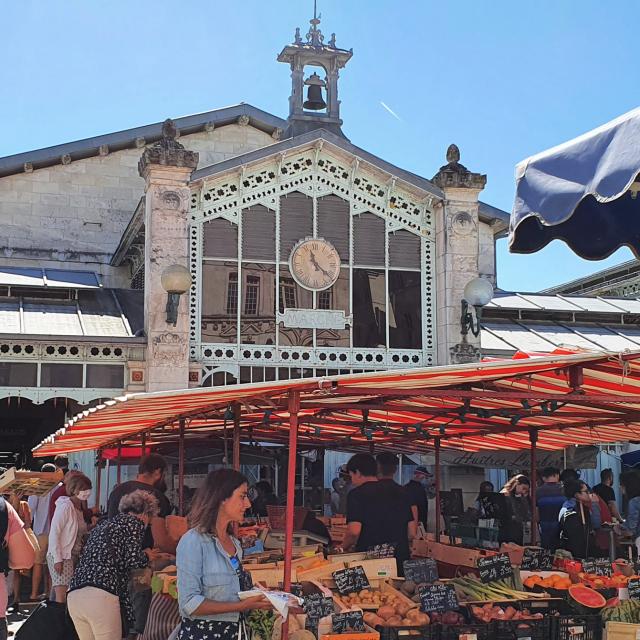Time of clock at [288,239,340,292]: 11:21
